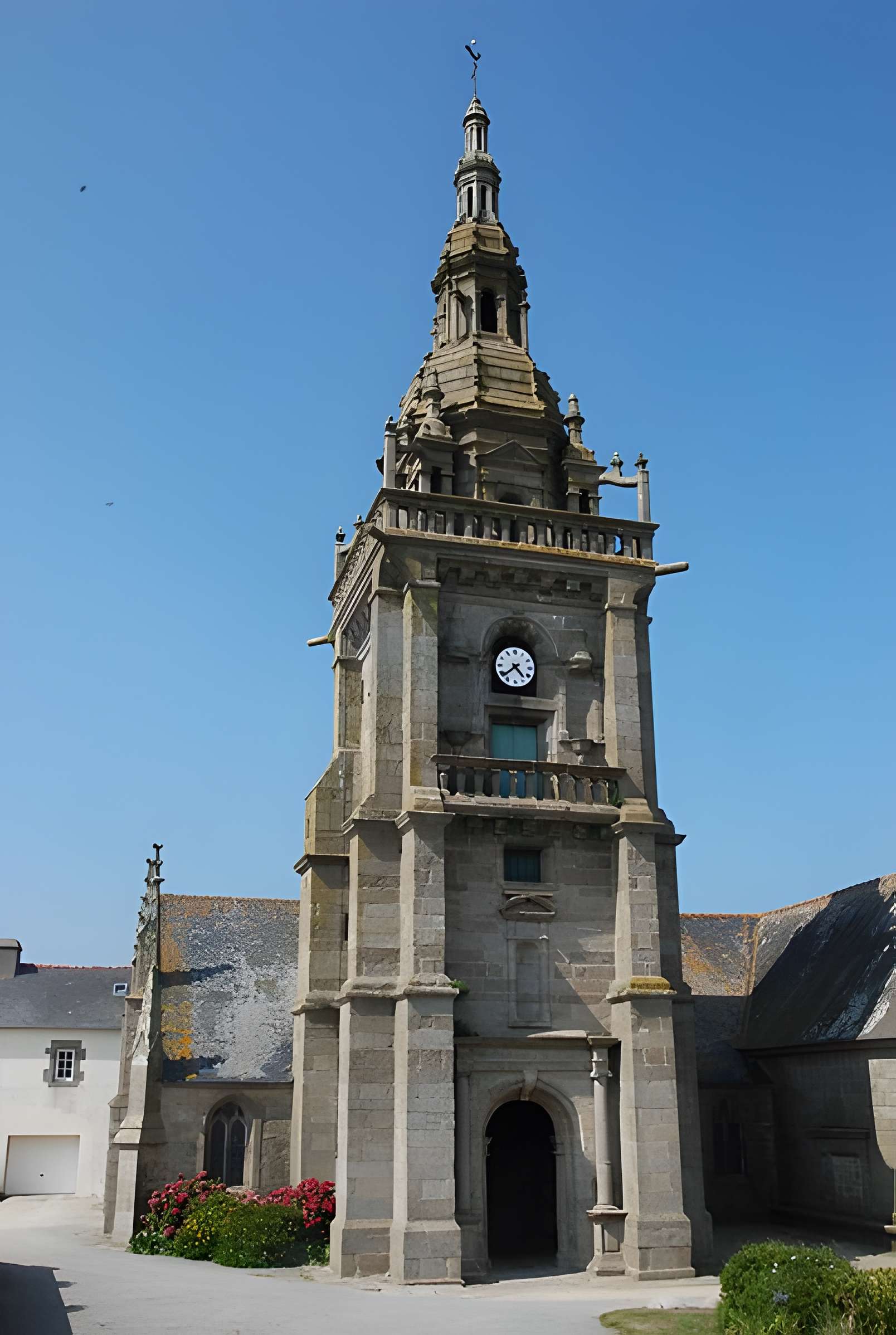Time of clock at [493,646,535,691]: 4:38
